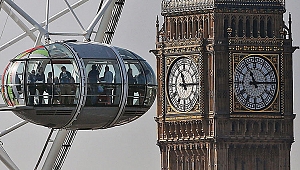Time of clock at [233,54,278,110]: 11:14
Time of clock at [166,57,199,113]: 11:14
